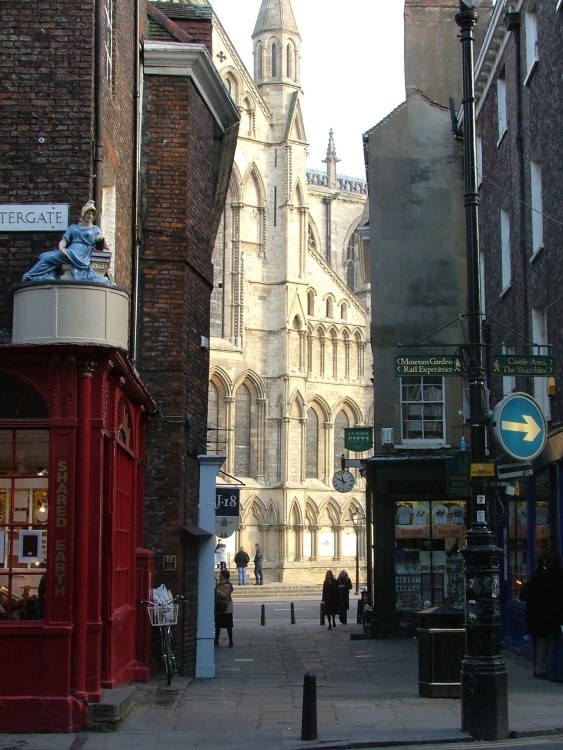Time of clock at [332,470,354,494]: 9:57
